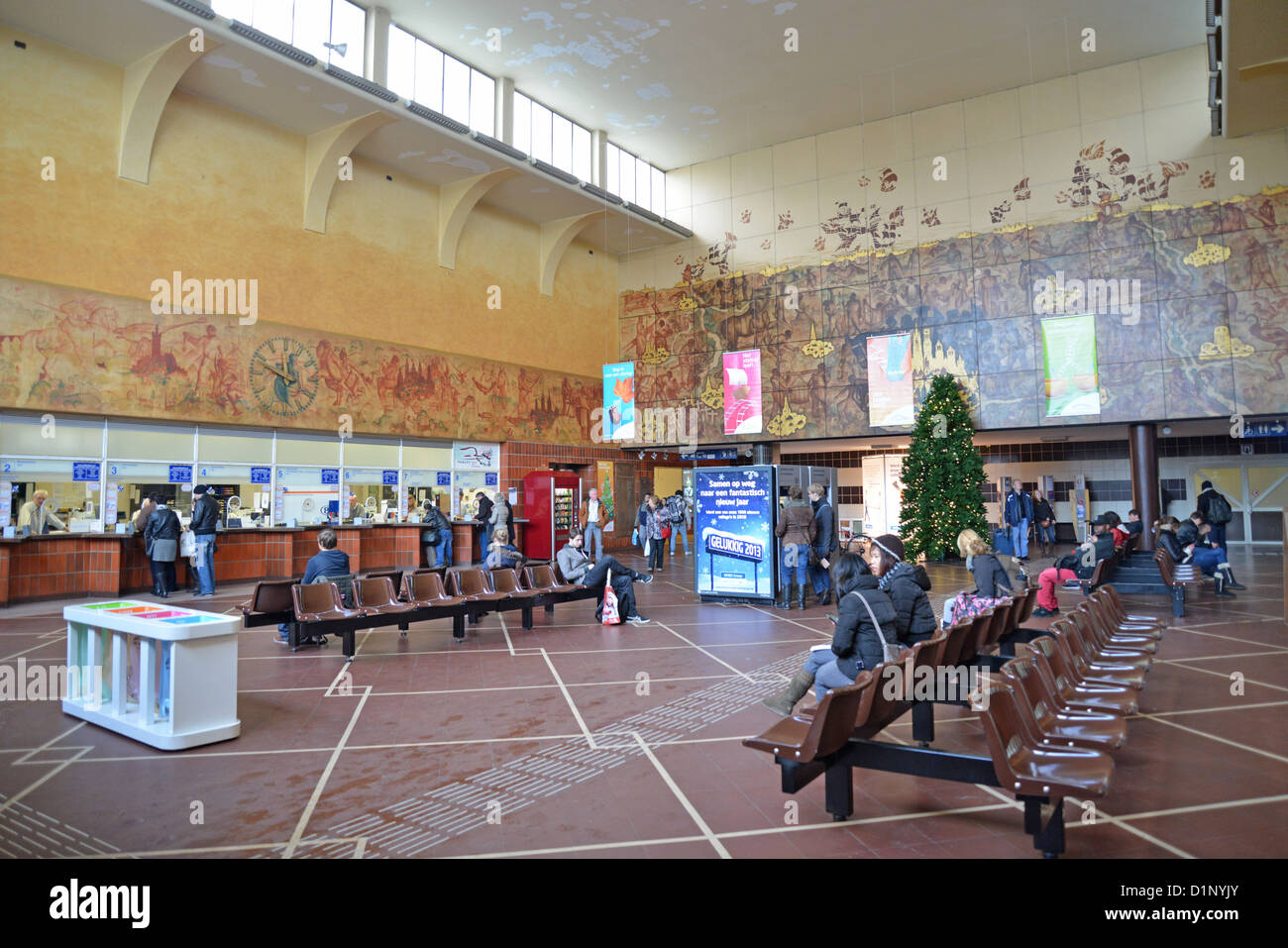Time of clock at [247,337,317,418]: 11:48
